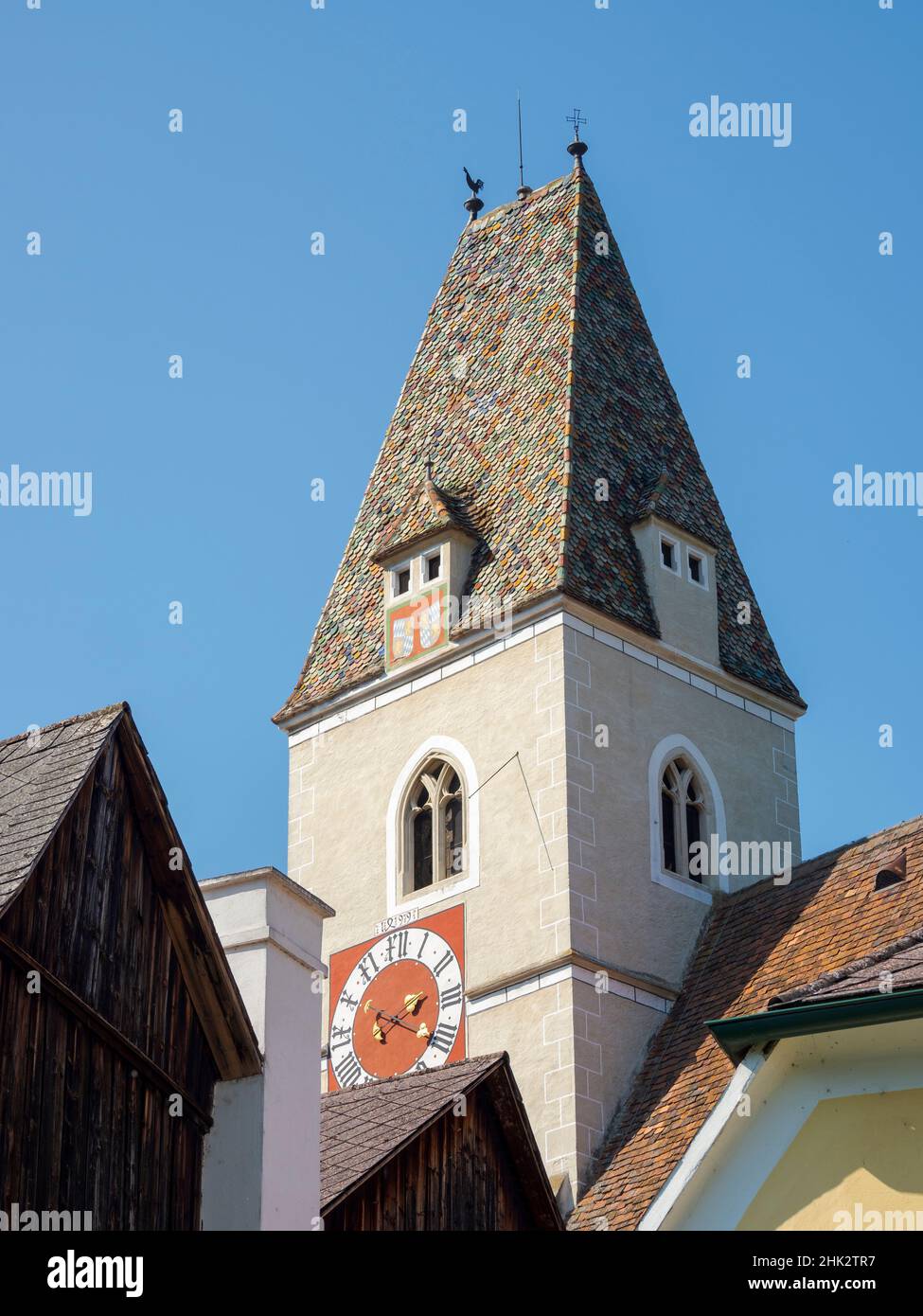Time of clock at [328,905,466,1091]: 2:19
